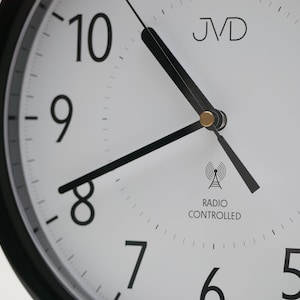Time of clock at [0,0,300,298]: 10:41
